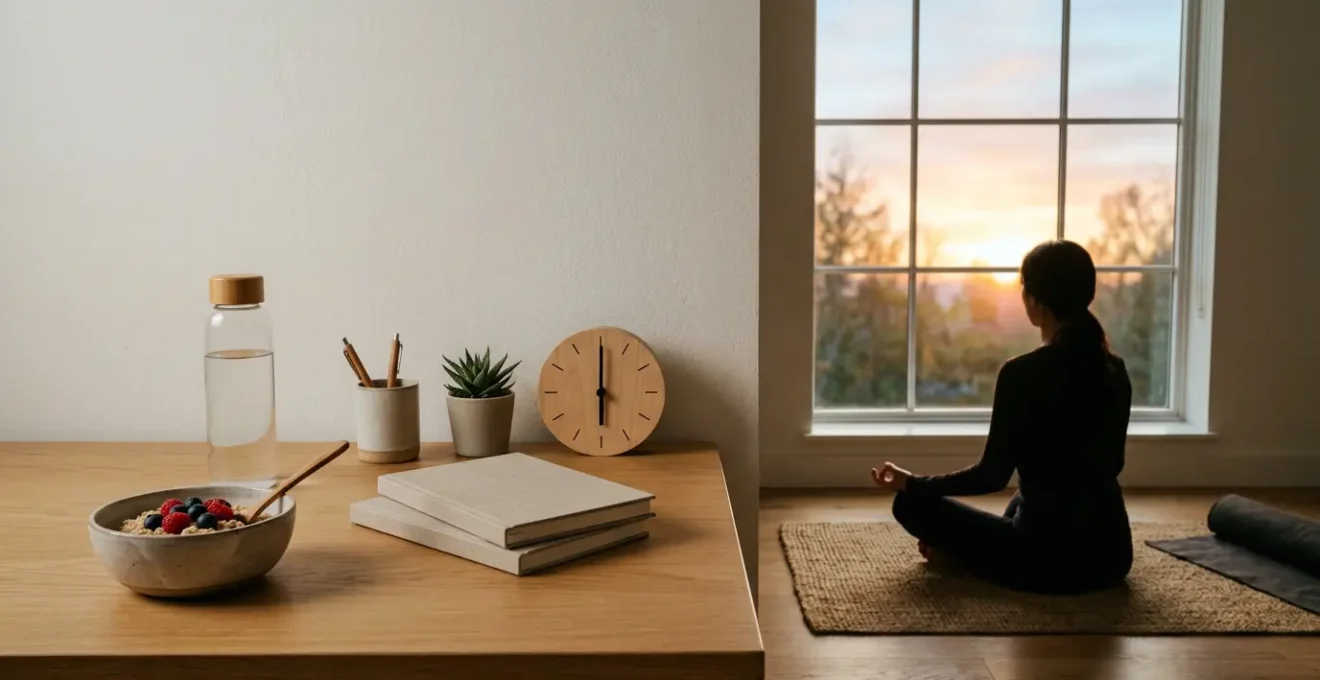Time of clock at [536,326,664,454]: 6:00
